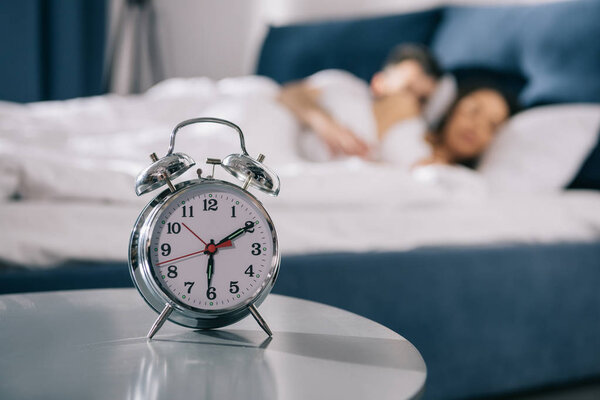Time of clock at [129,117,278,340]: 6:10
